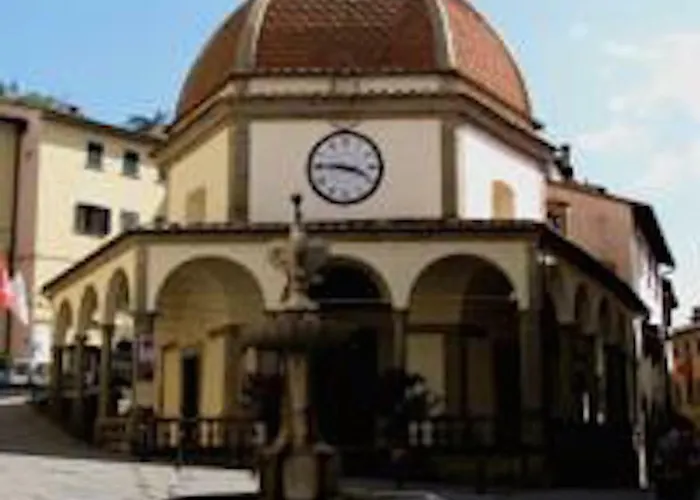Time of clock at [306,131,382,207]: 3:45
